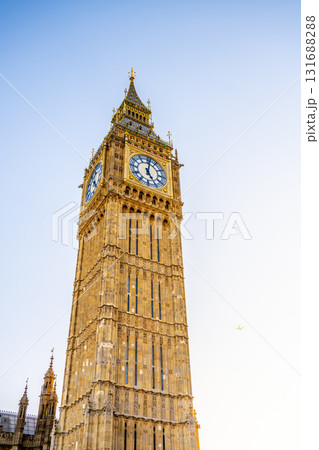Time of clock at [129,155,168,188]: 5:01
